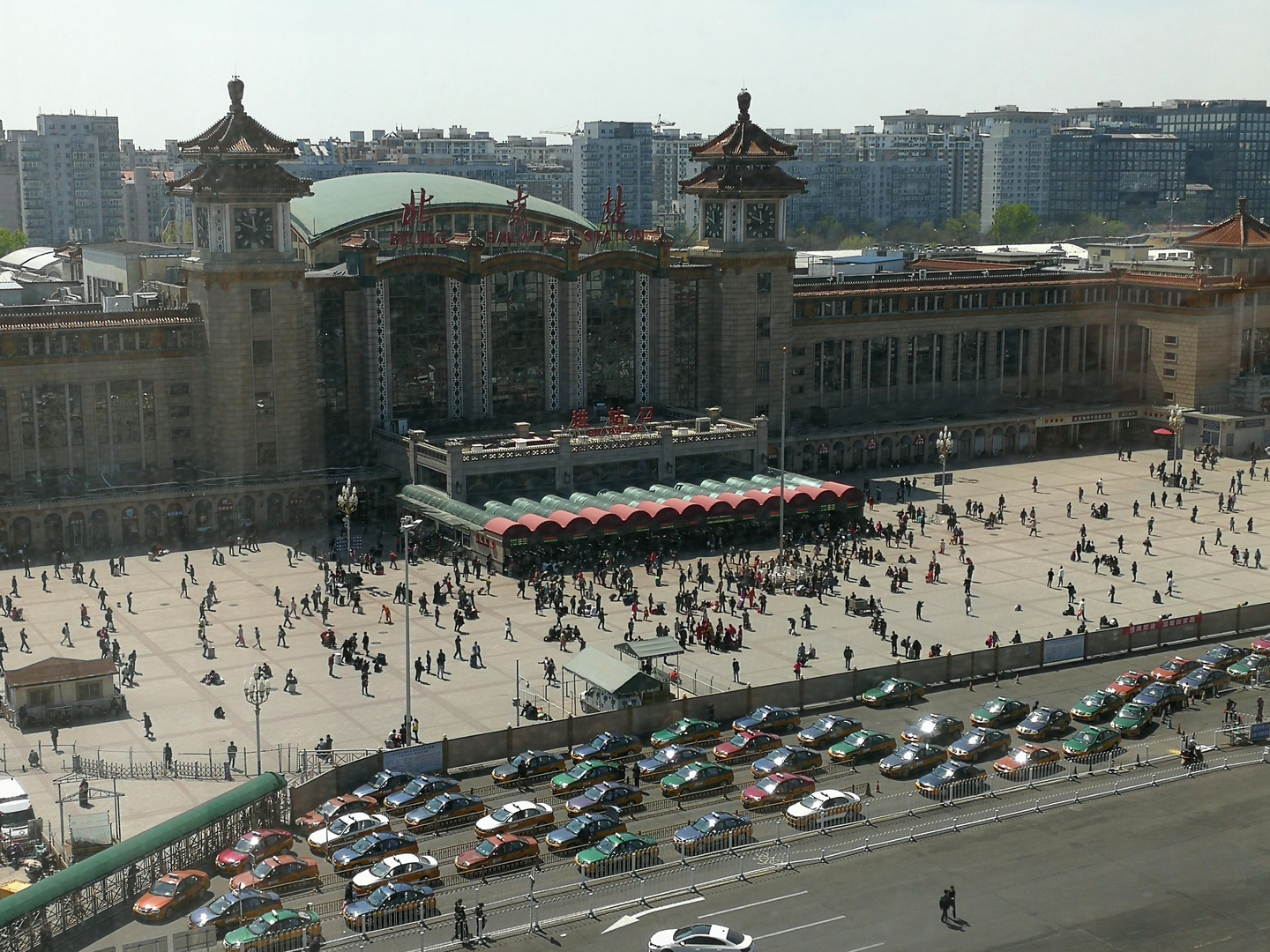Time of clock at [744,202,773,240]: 11:48
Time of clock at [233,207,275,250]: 11:48
